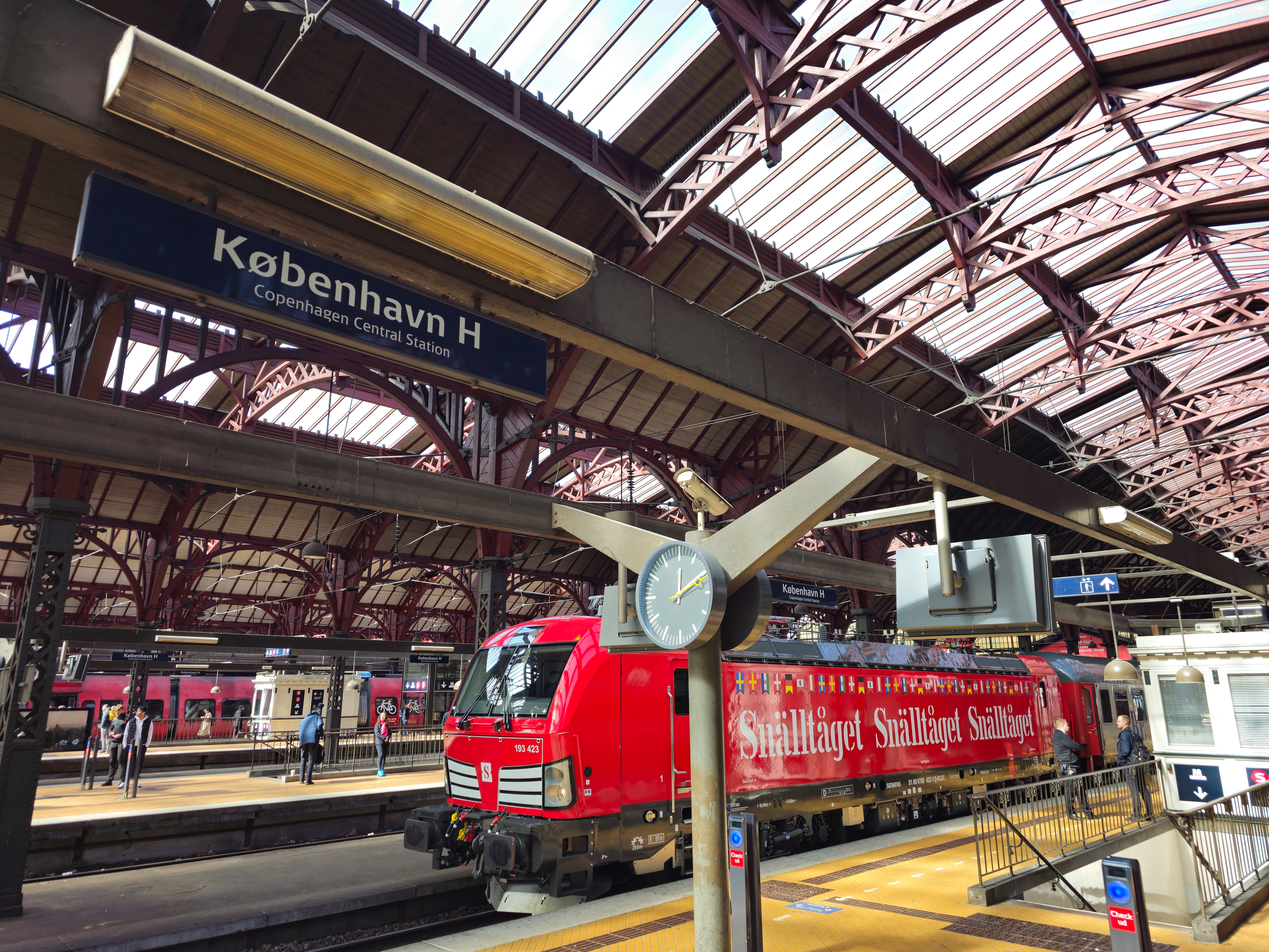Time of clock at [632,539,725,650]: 12:10
